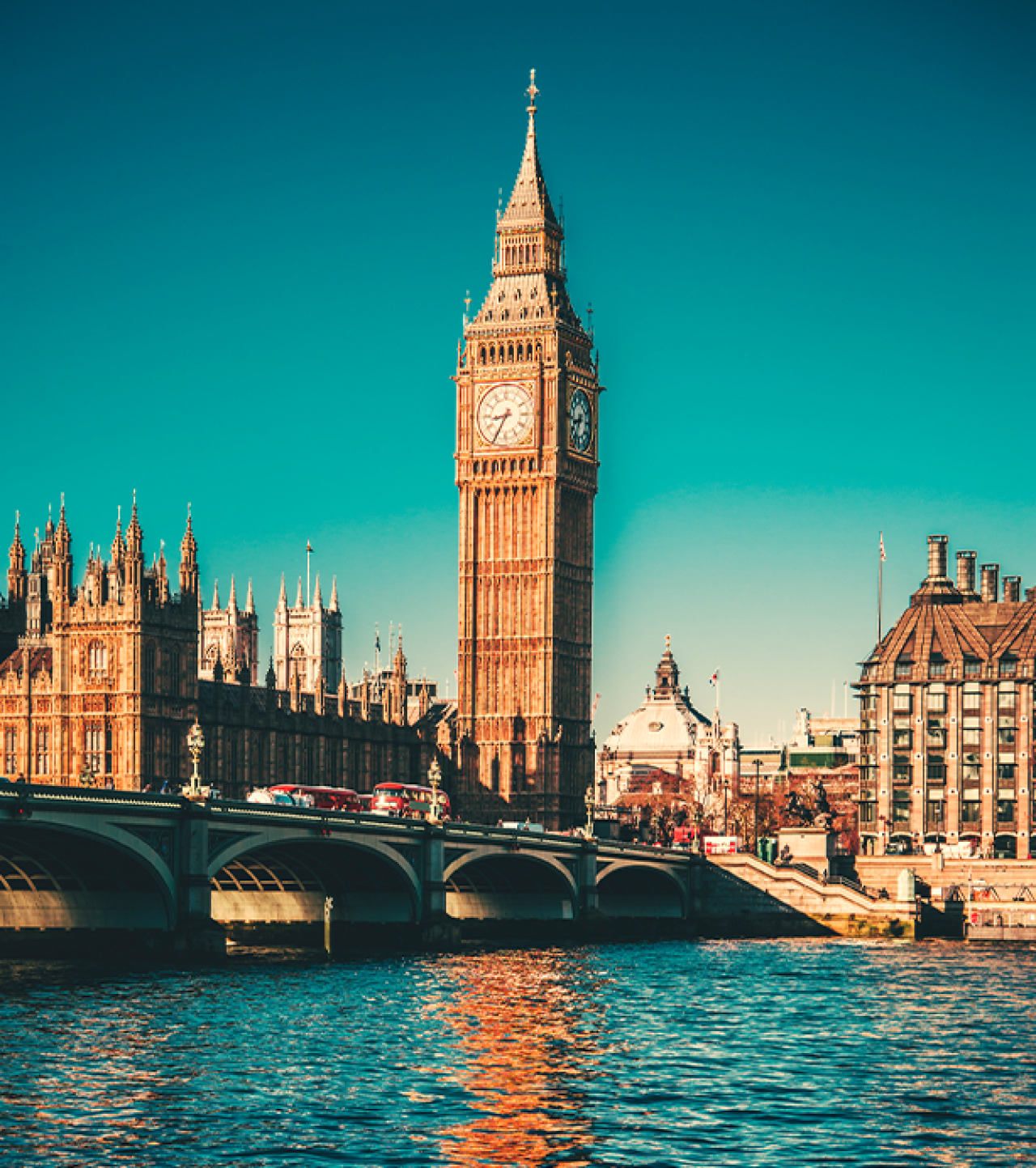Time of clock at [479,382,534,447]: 8:34
